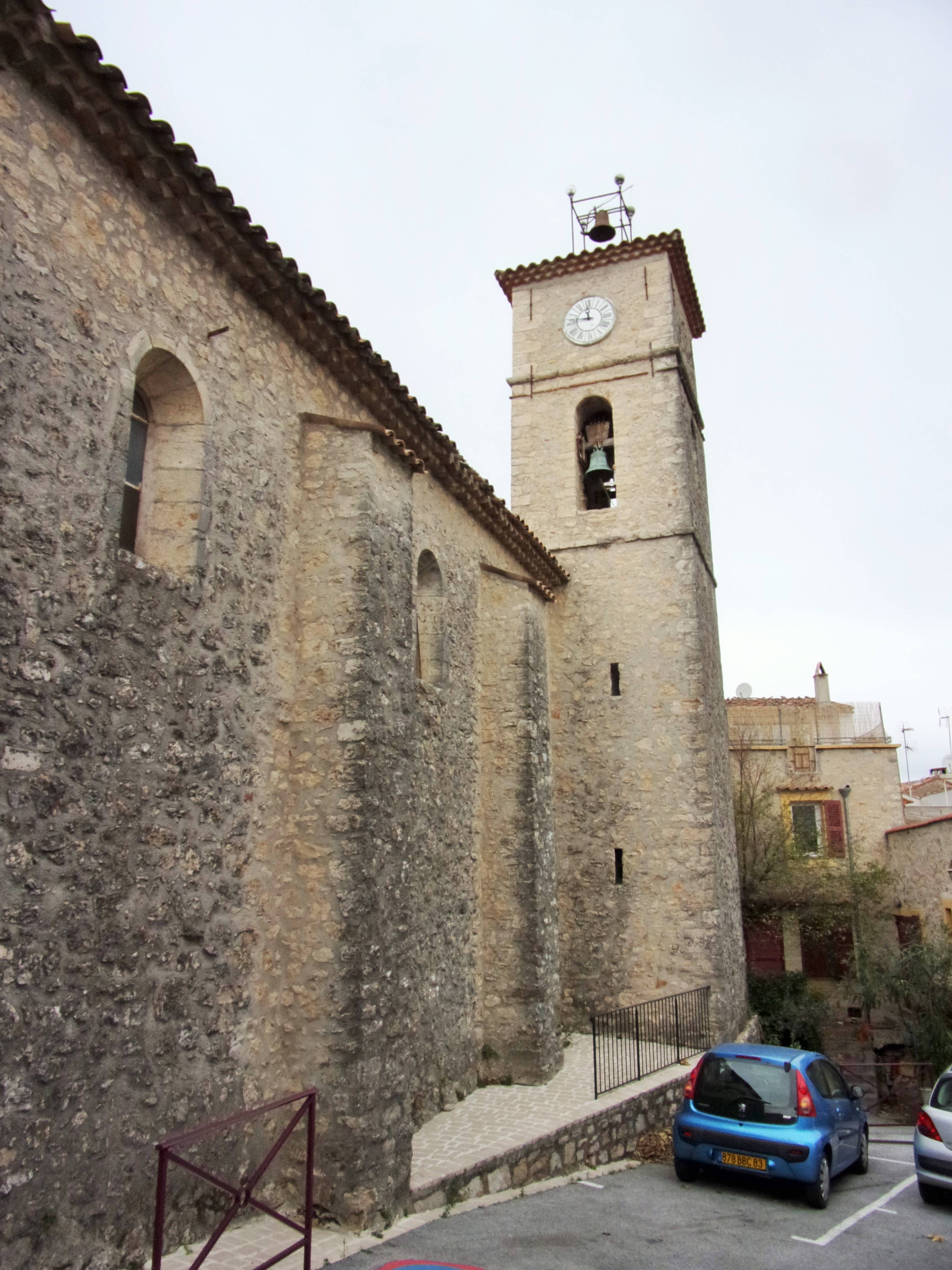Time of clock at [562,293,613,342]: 11:46
